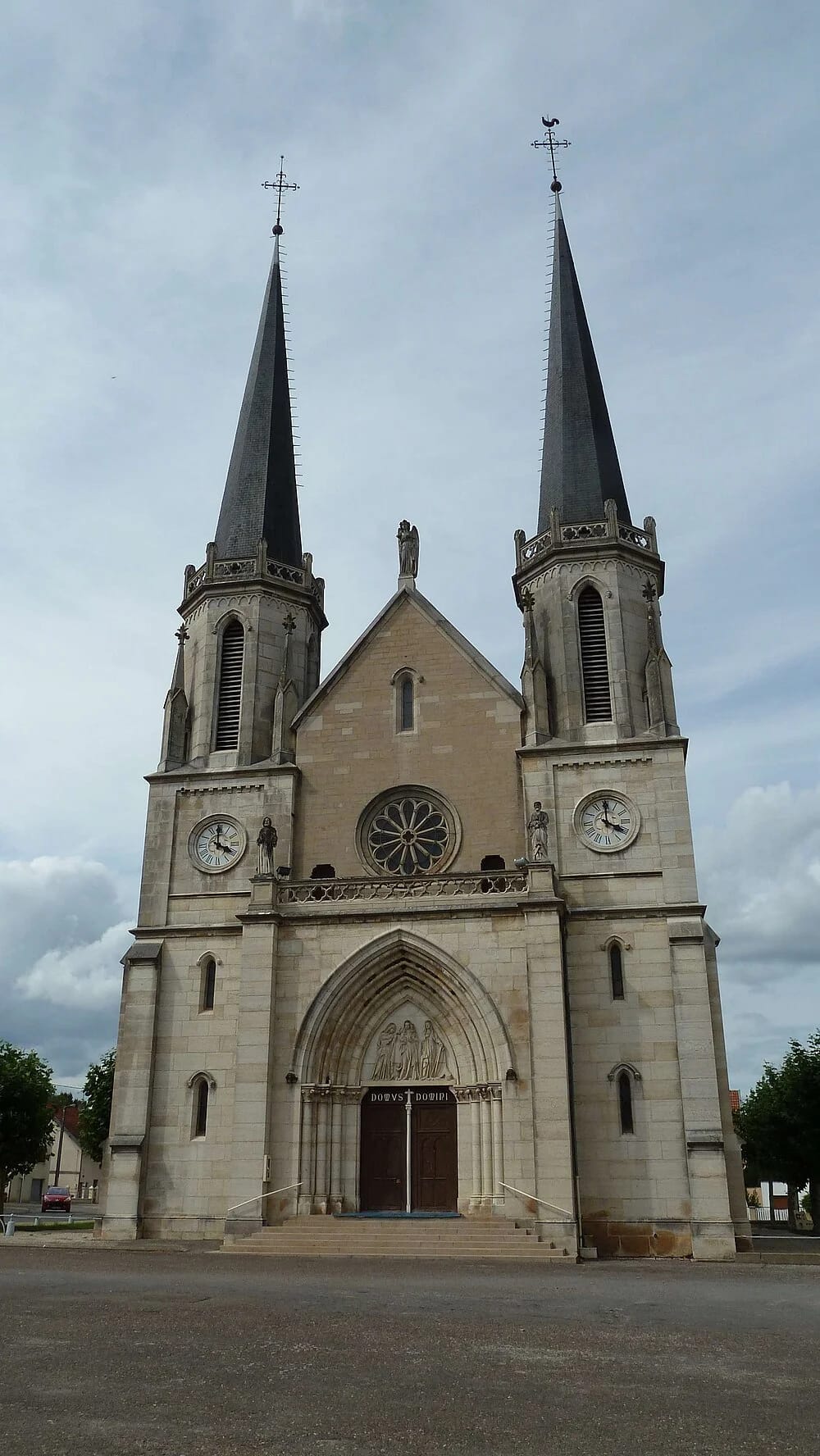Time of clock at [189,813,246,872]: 3:59
